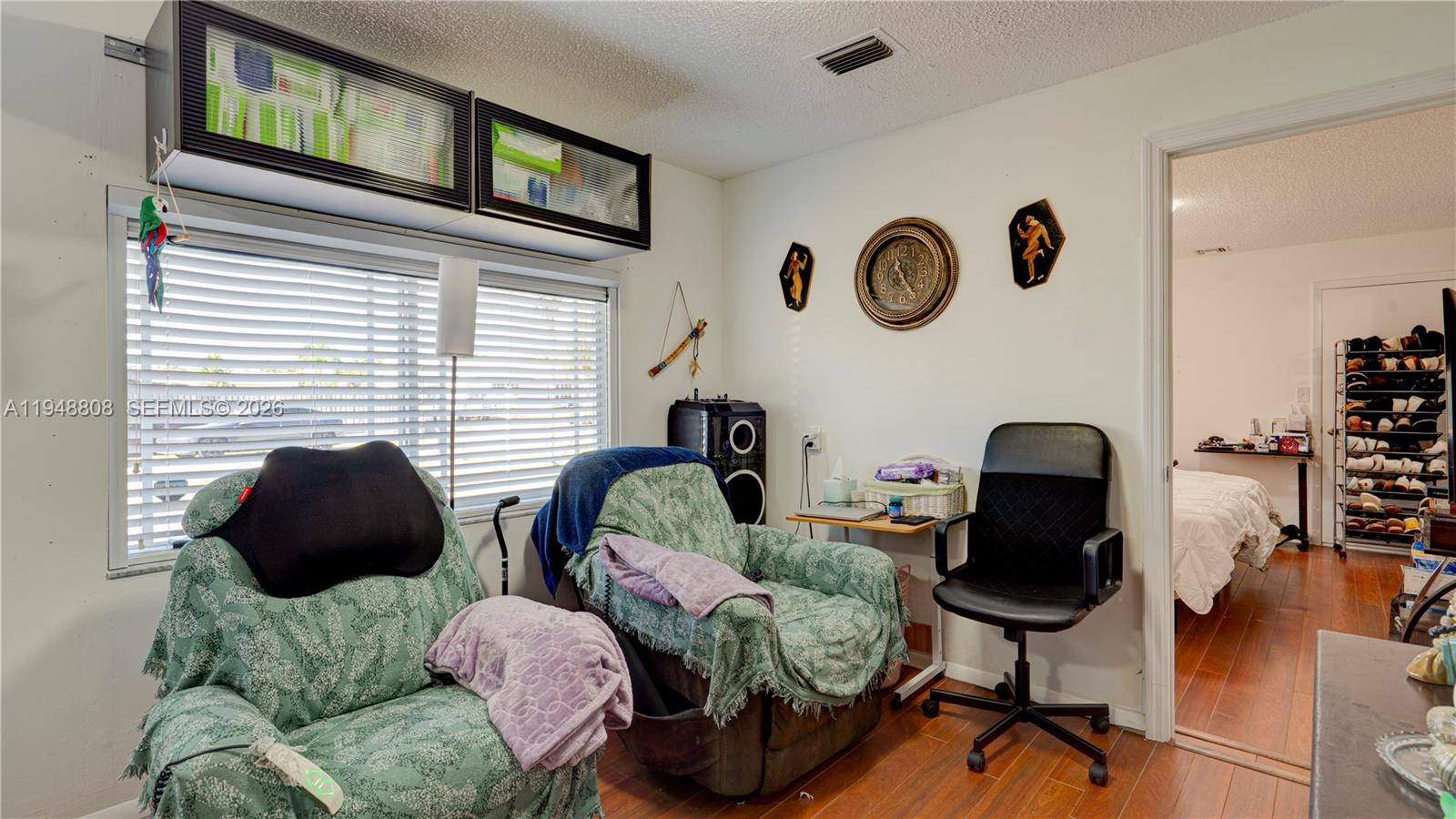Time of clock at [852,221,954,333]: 11:24
